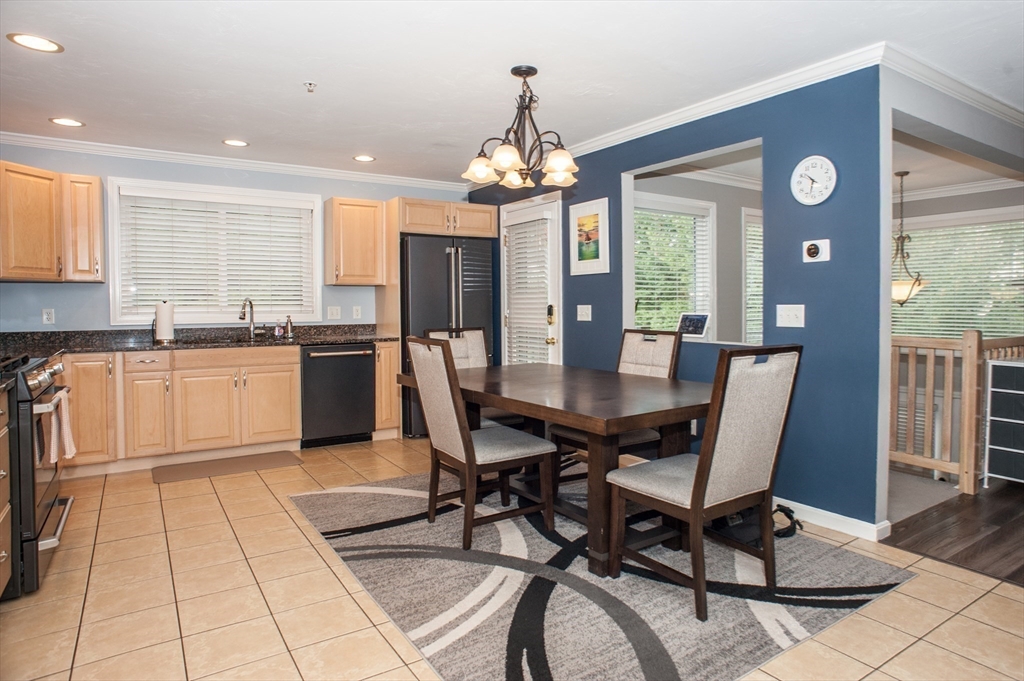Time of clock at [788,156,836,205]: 10:32
